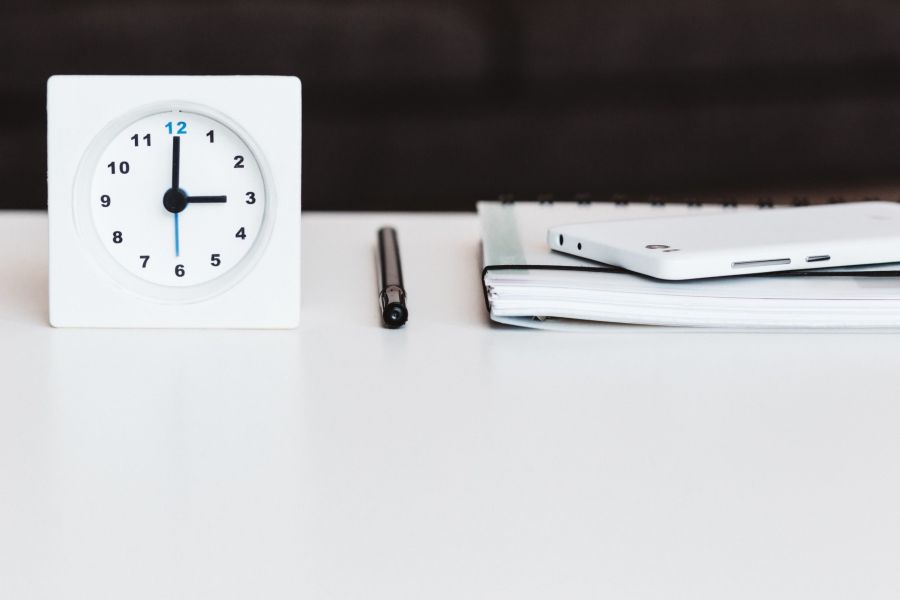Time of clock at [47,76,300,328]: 3:00
